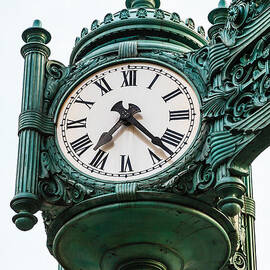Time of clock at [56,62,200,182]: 7:22
